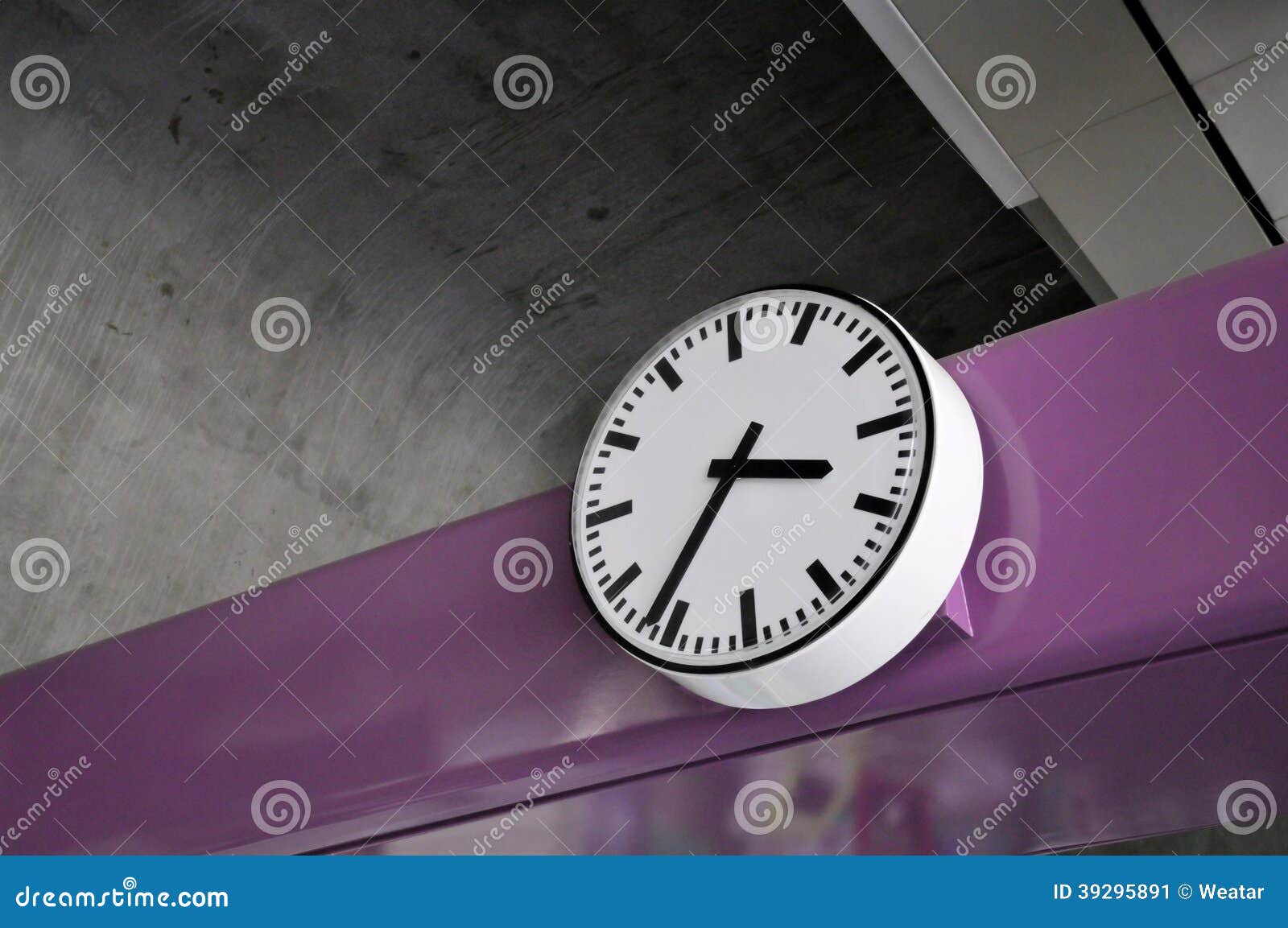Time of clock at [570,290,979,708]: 3:36
